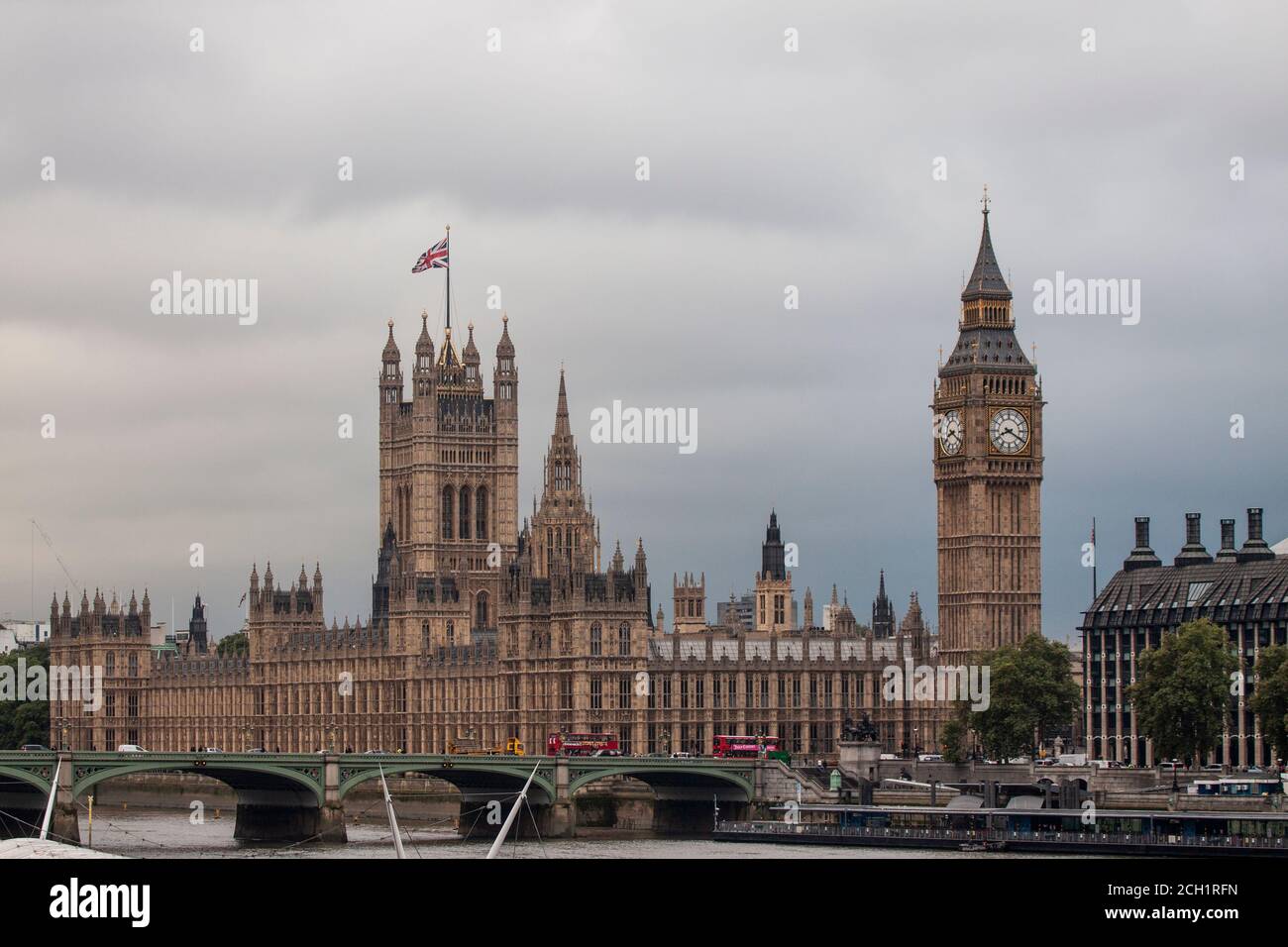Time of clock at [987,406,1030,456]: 8:20
